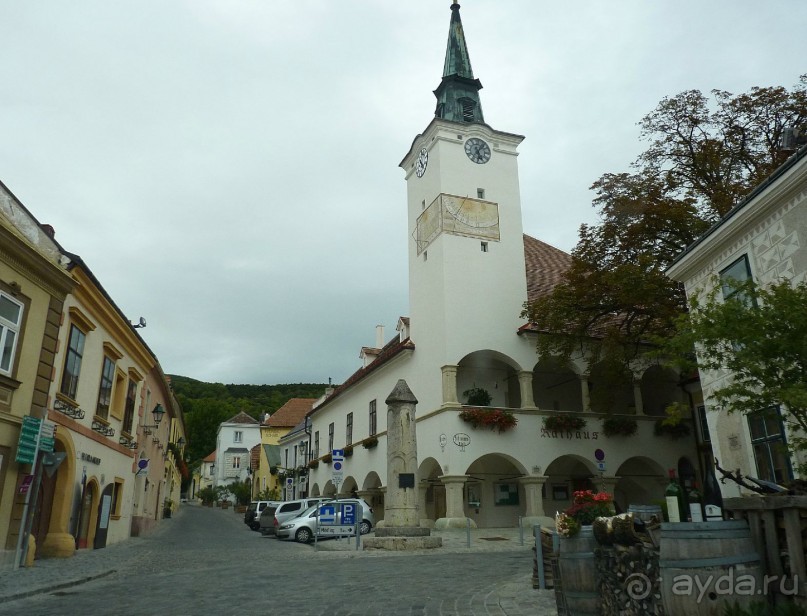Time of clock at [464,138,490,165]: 5:06
